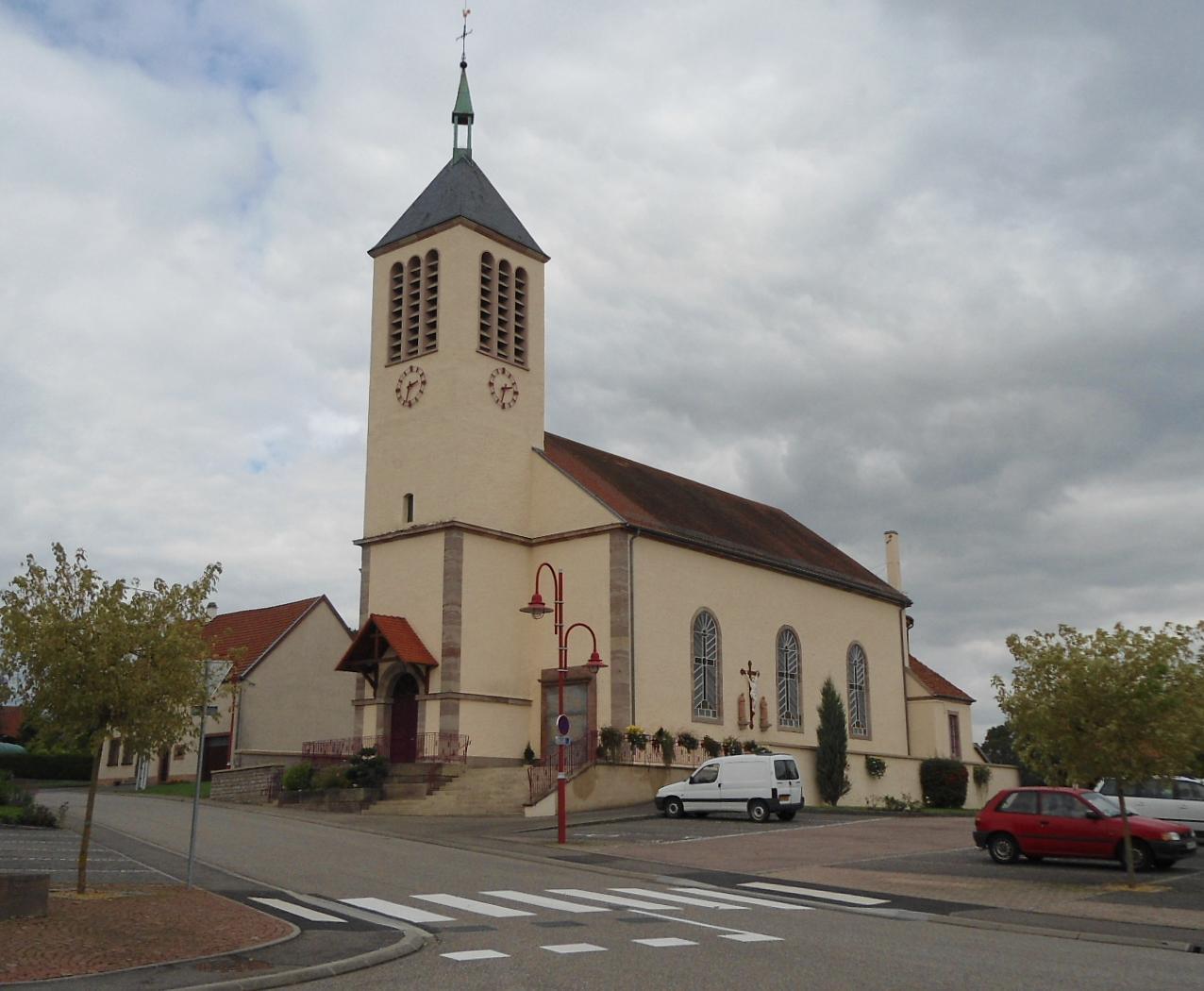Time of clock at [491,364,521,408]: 2:32
